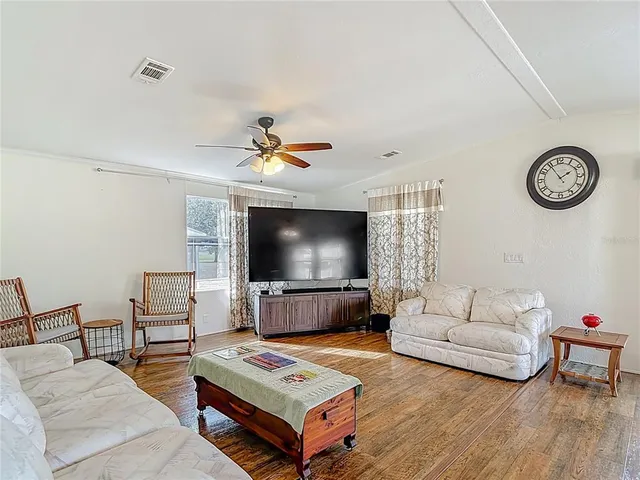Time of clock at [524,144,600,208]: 1:54
